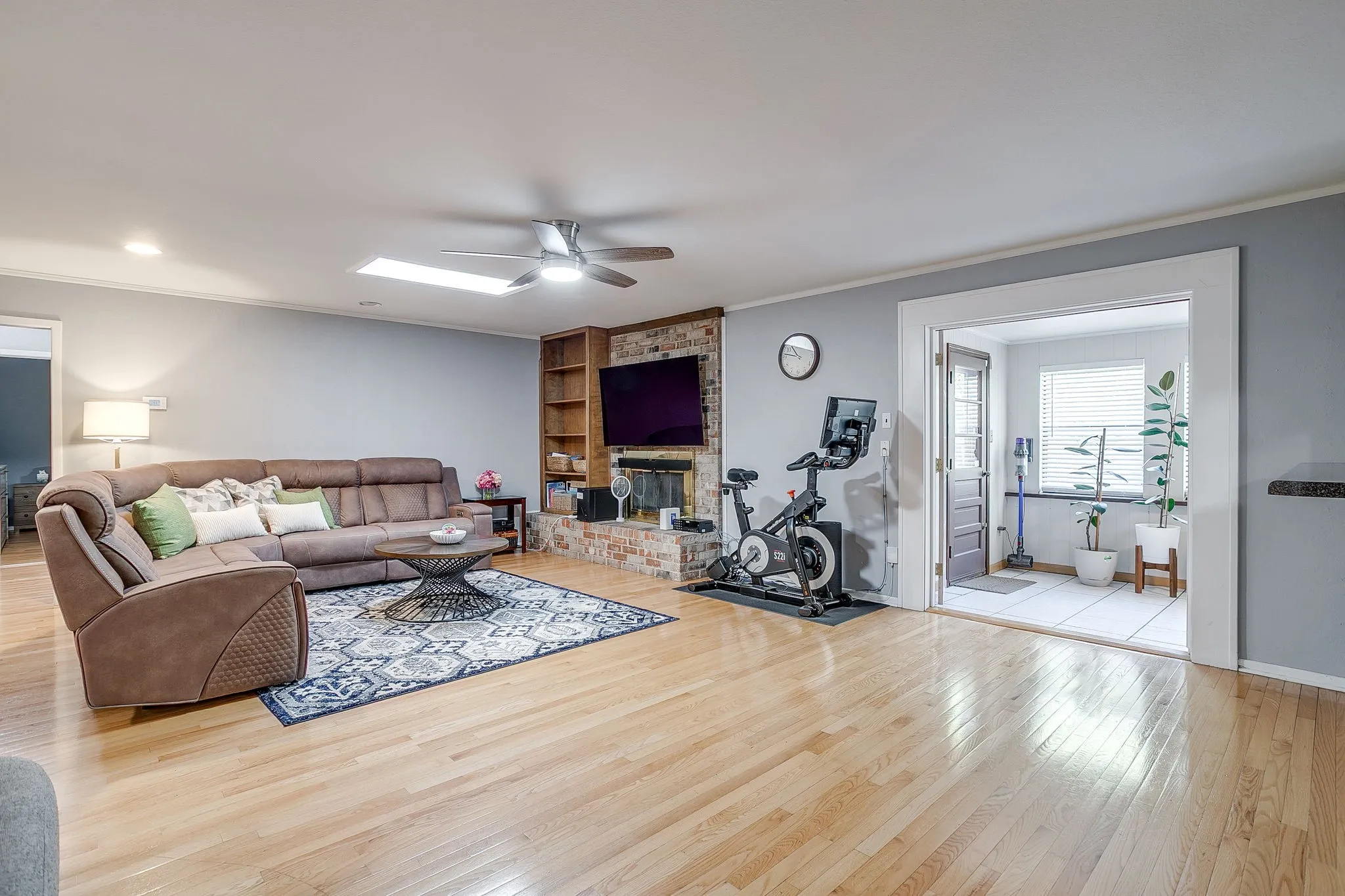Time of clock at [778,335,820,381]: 10:46
